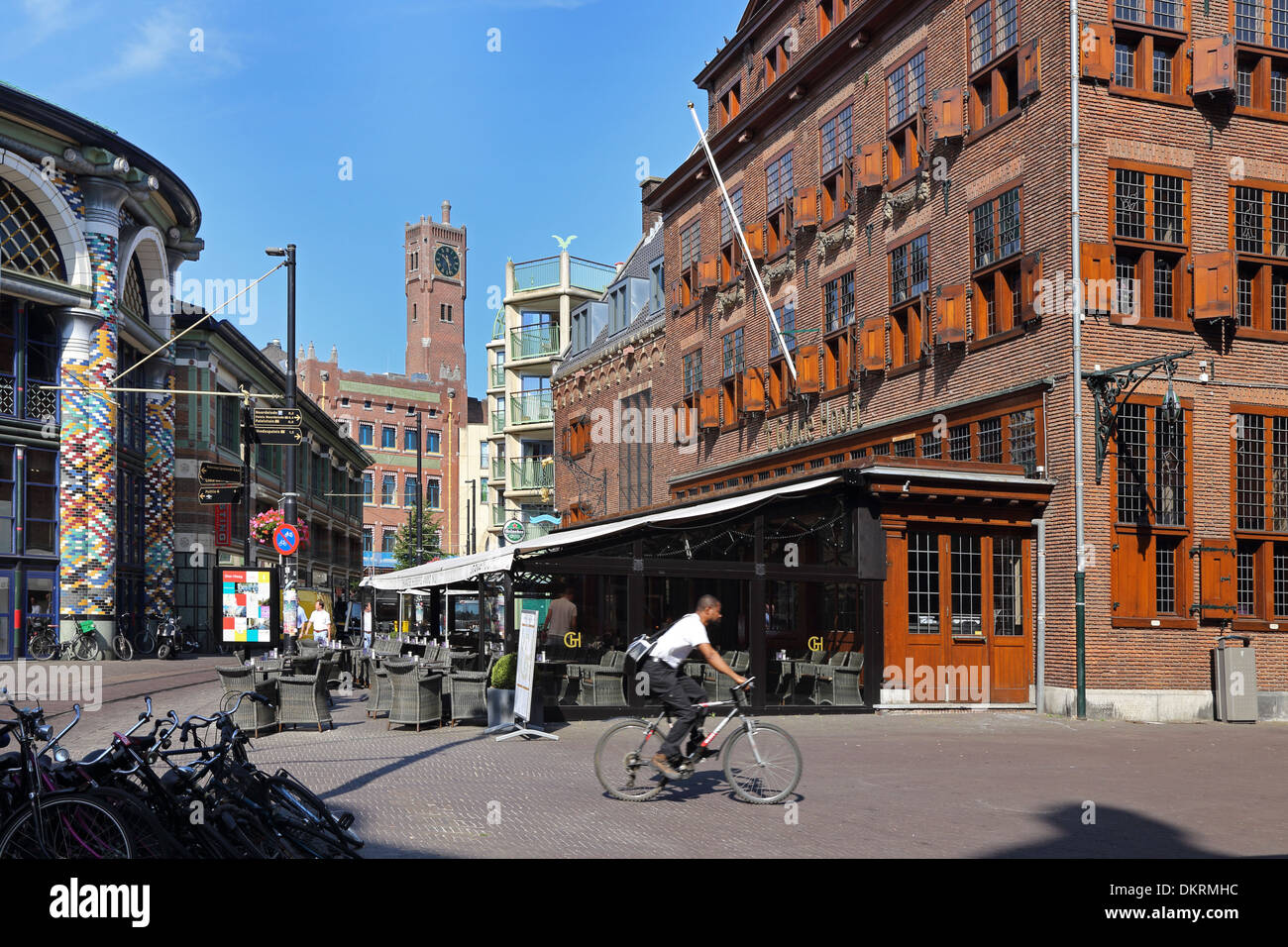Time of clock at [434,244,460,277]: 10:28
